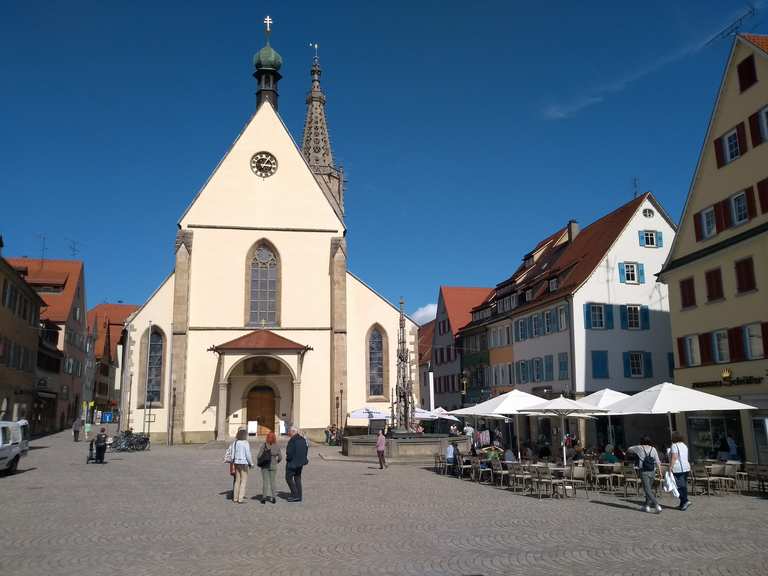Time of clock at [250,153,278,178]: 1:16
